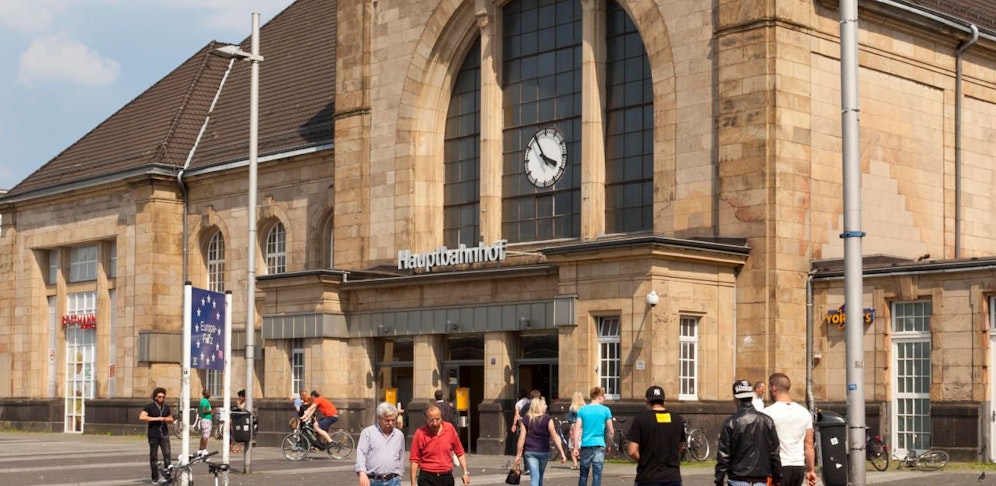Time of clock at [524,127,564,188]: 3:54
